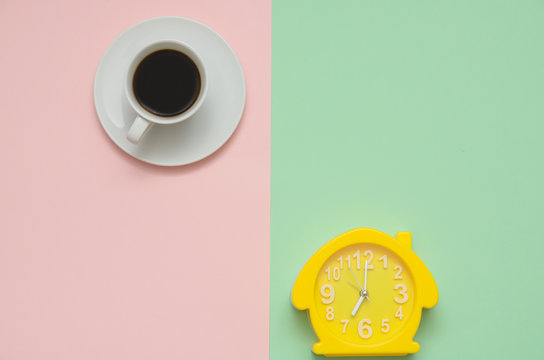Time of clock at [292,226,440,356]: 7:00
